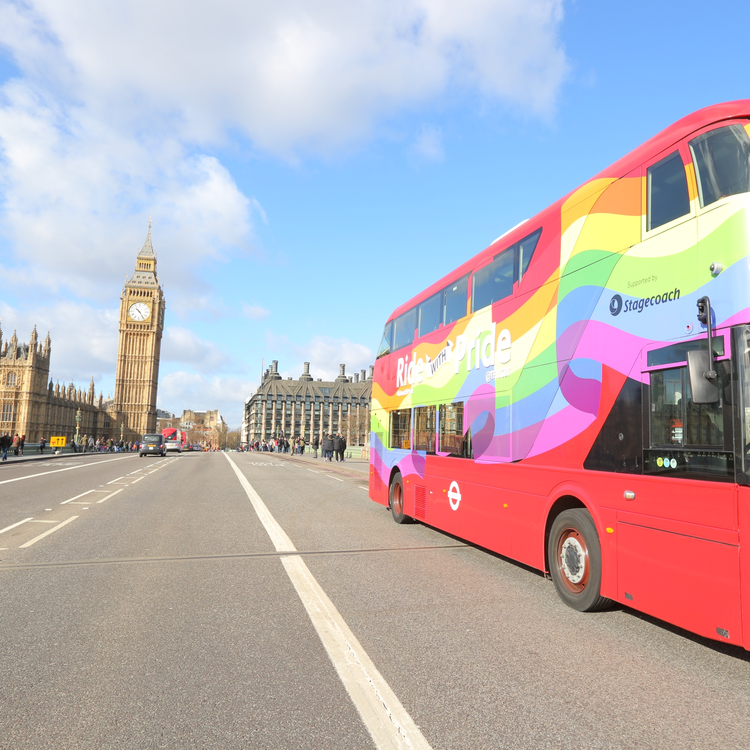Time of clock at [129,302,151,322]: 10:24
